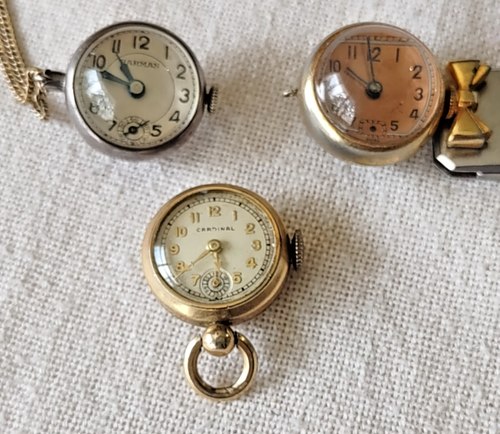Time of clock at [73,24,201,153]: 10:48
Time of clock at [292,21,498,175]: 9:58
